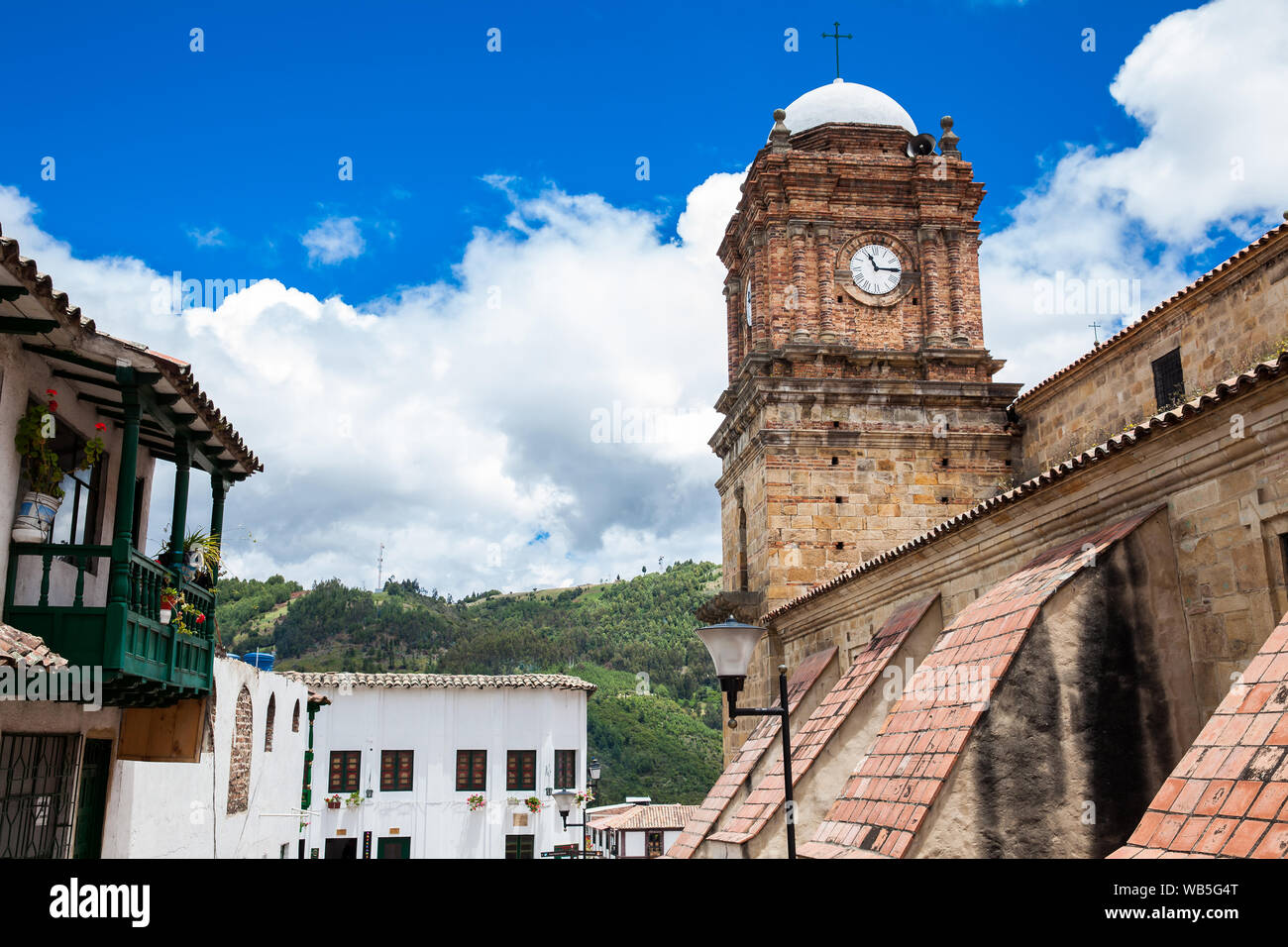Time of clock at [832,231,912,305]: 11:14
